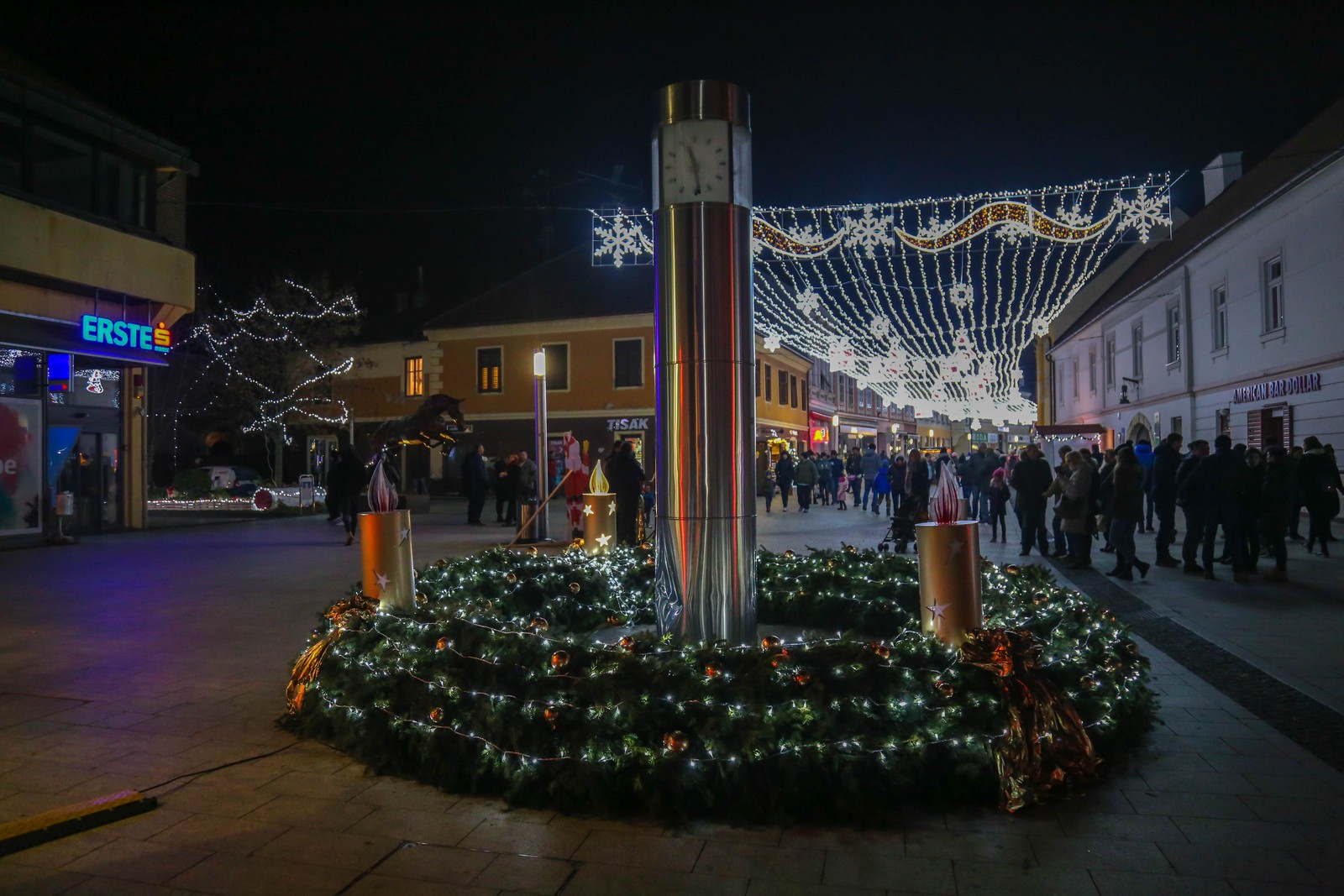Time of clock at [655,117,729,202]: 11:28
